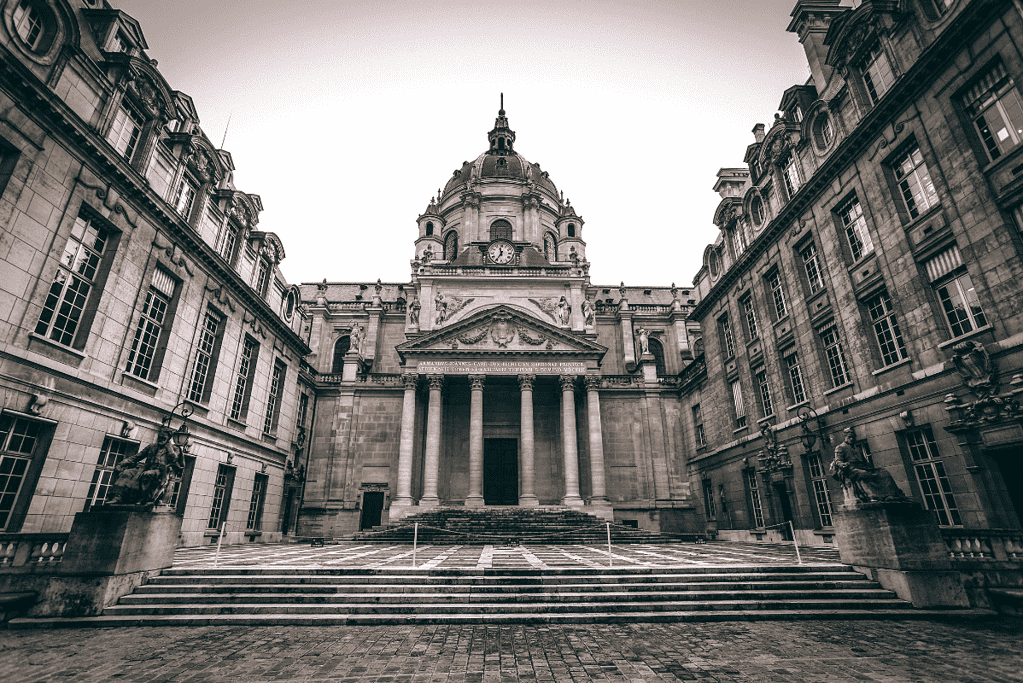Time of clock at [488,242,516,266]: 11:35
